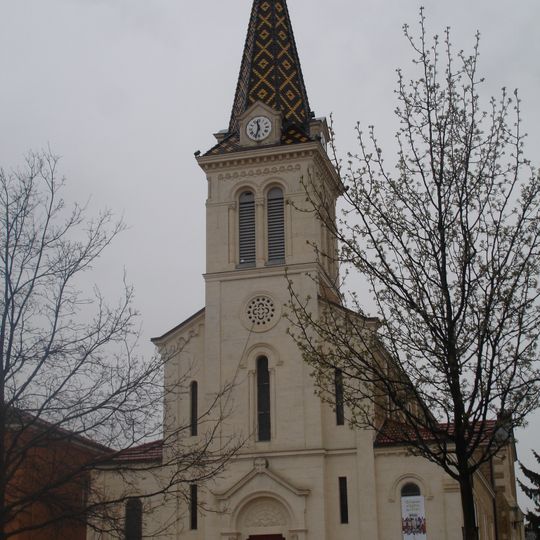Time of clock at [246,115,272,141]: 11:33
